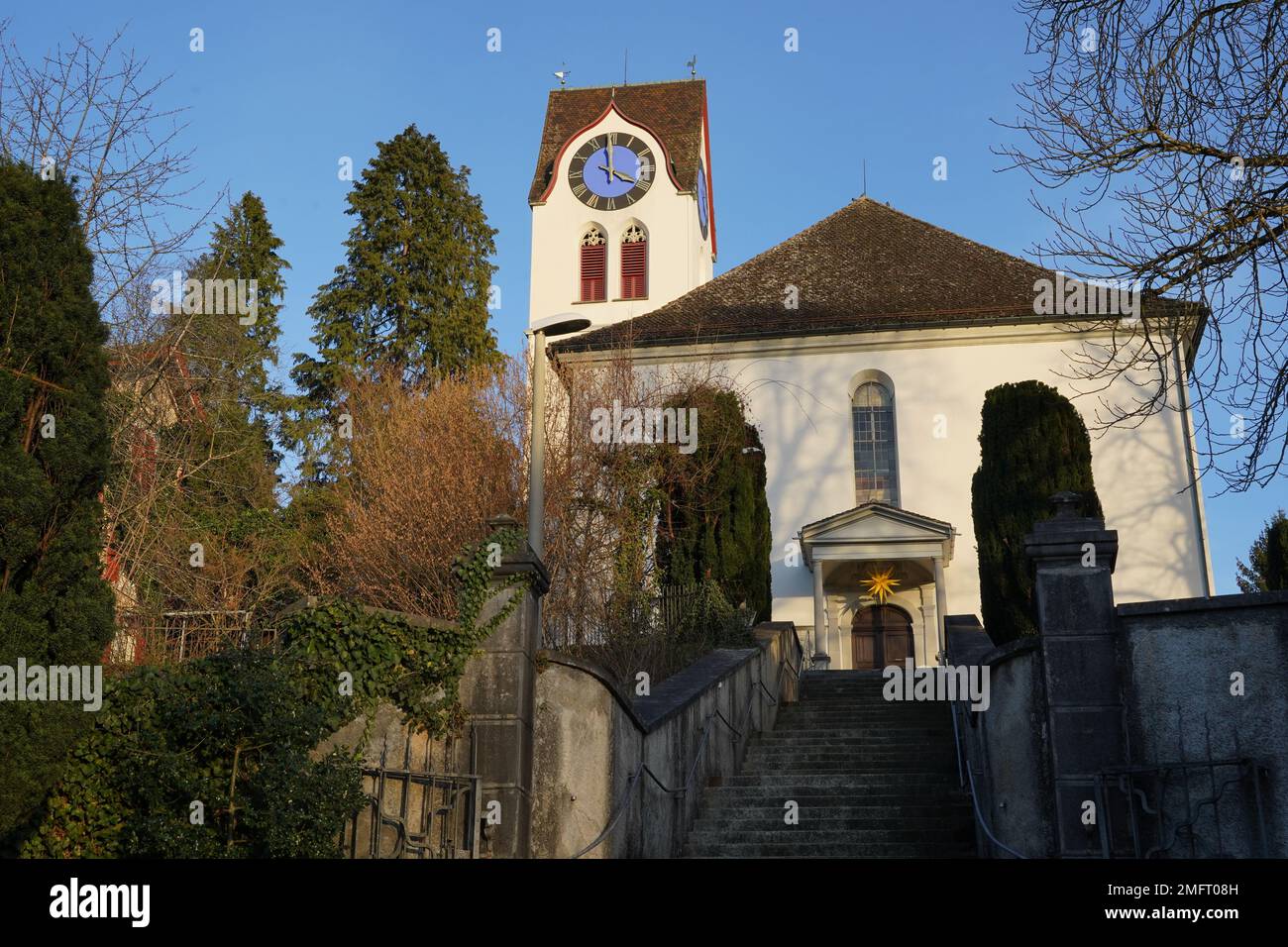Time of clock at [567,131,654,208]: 3:58
